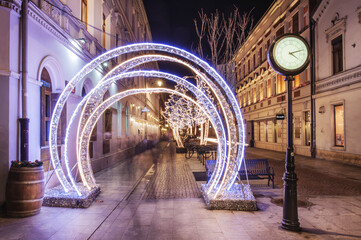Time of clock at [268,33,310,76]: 4:12
